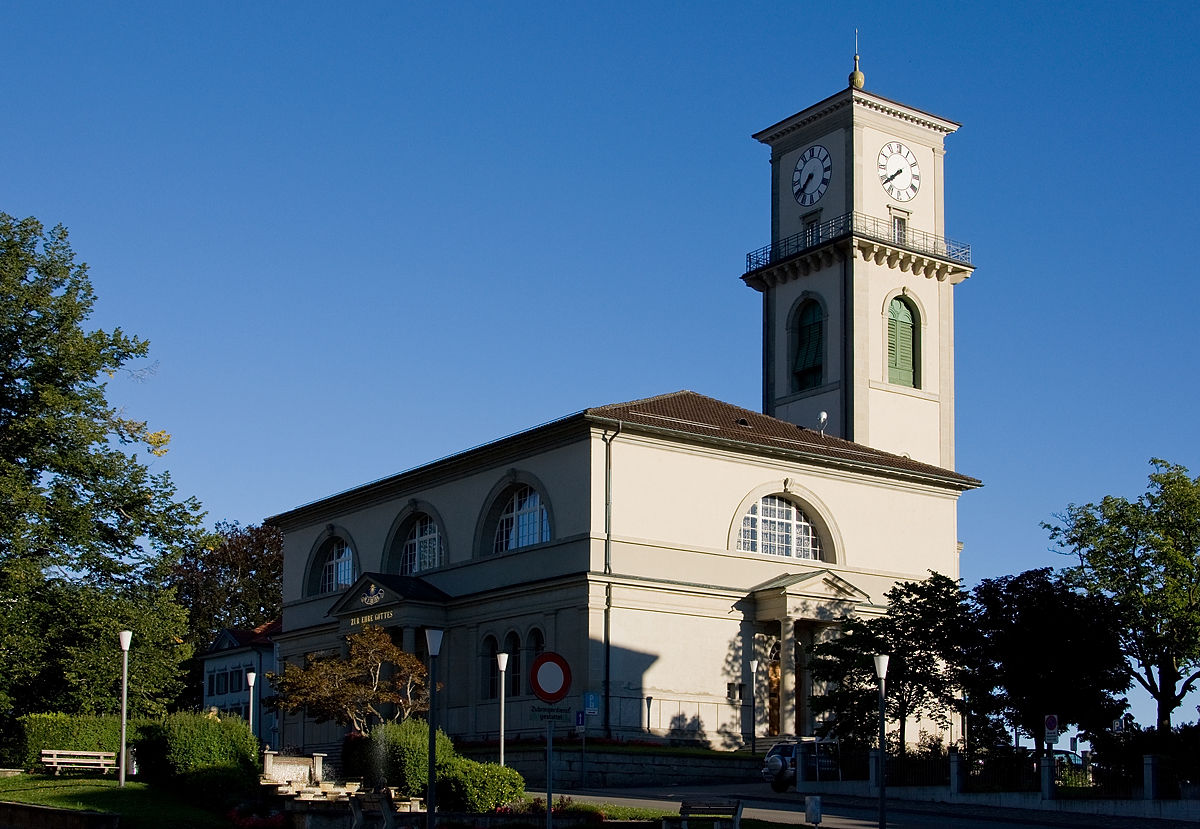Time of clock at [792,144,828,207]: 7:37
